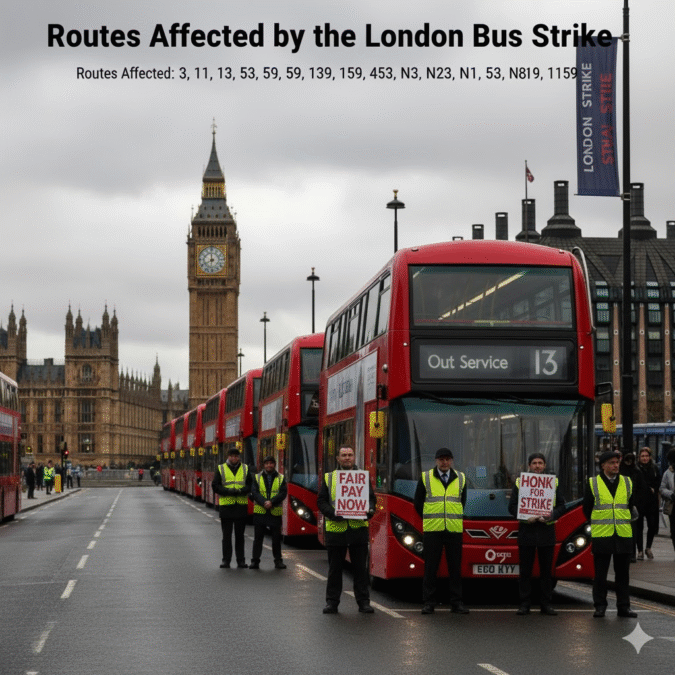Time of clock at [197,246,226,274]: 7:59
